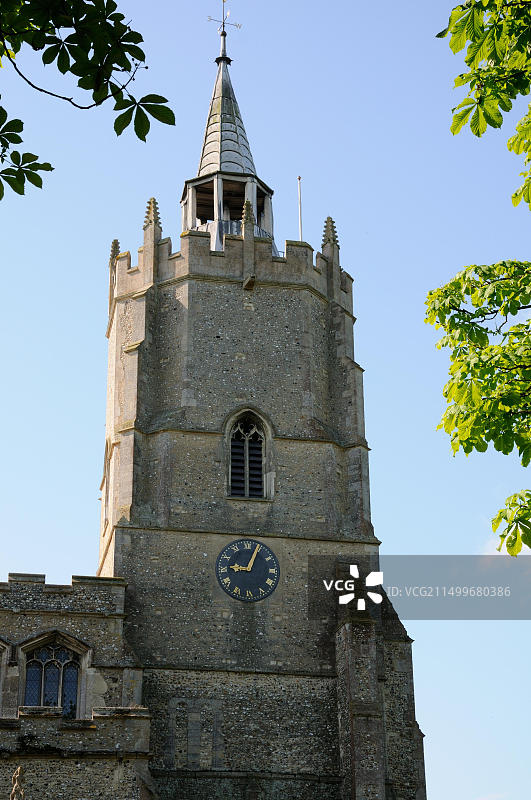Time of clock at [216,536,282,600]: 9:04
